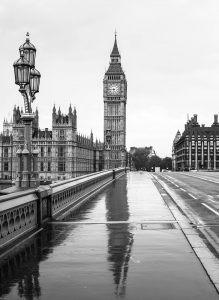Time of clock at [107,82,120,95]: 5:45
